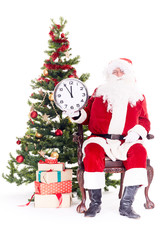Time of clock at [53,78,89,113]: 11:54
